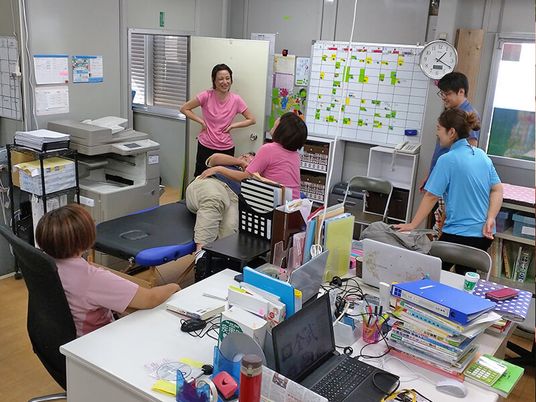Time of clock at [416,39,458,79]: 1:20
